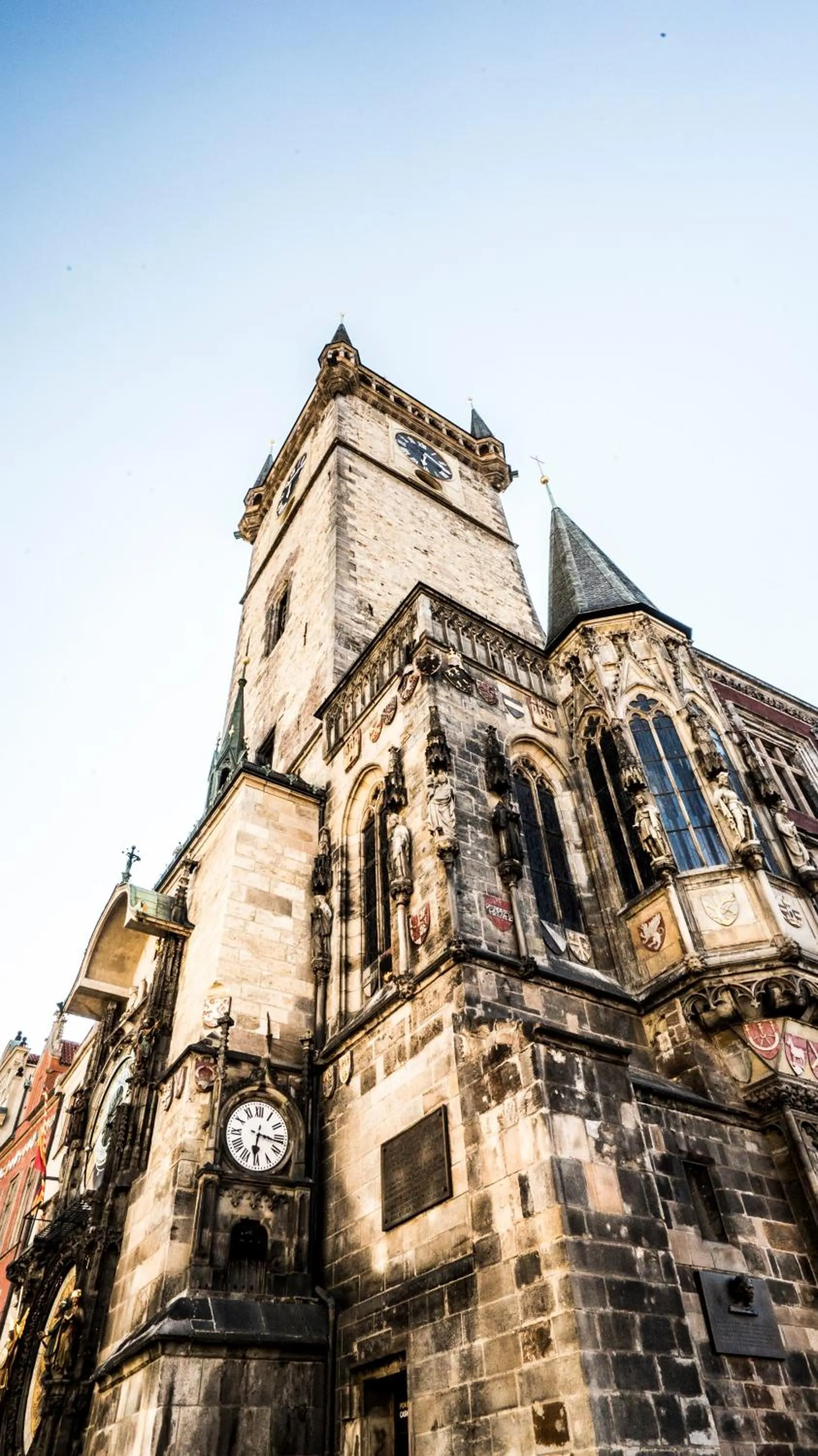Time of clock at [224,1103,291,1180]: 6:16
